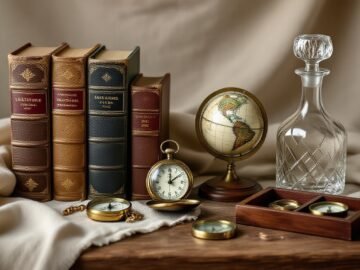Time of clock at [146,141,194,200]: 12:09
